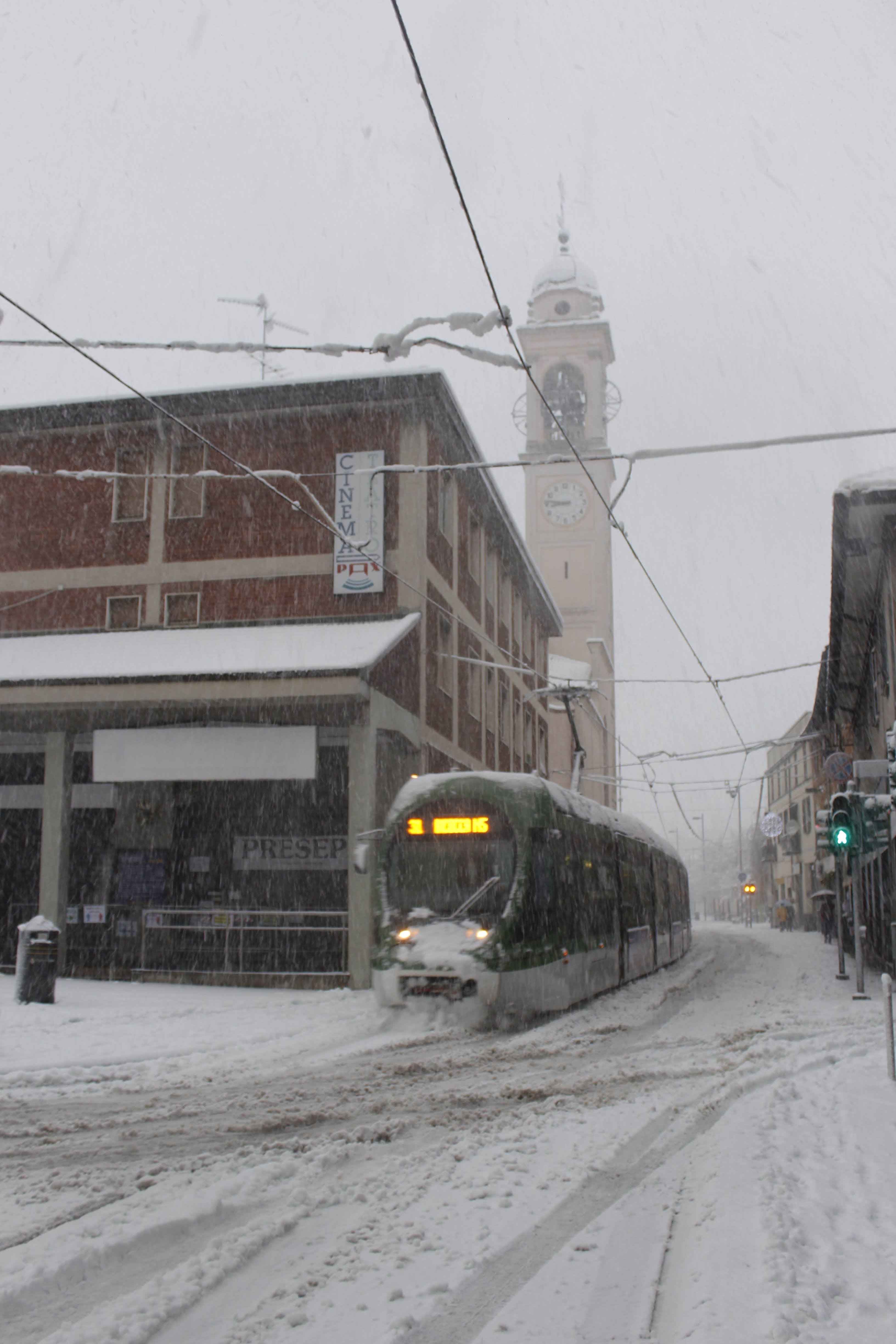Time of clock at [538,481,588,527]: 8:46
